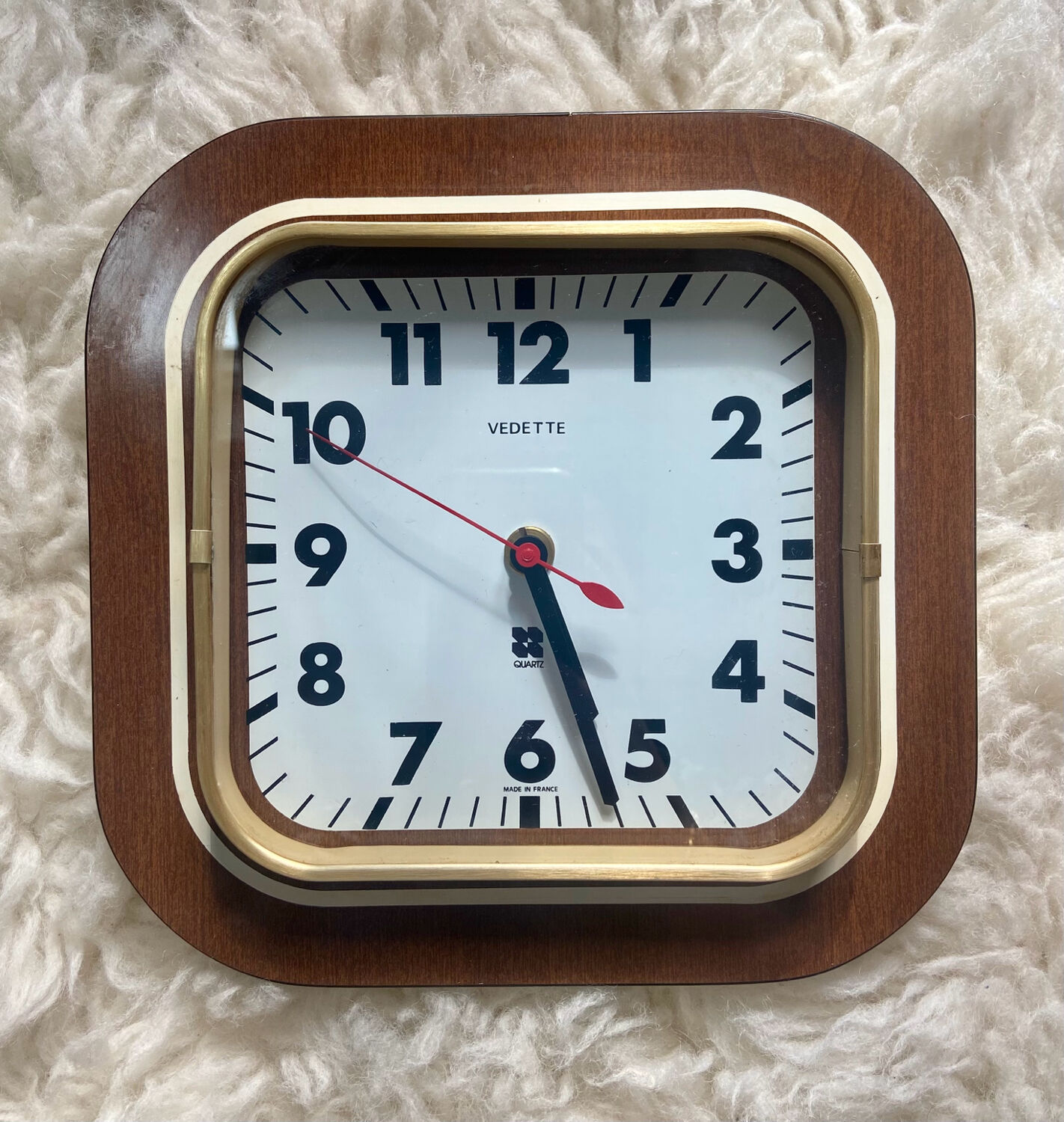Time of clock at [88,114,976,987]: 5:26
